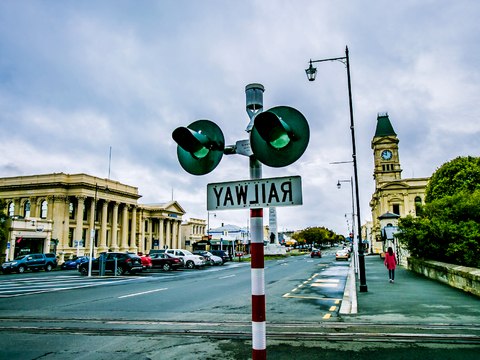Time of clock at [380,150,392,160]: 11:46
